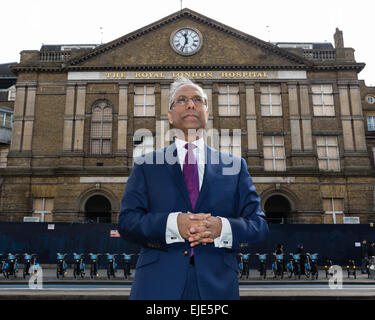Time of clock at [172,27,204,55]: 11:33
